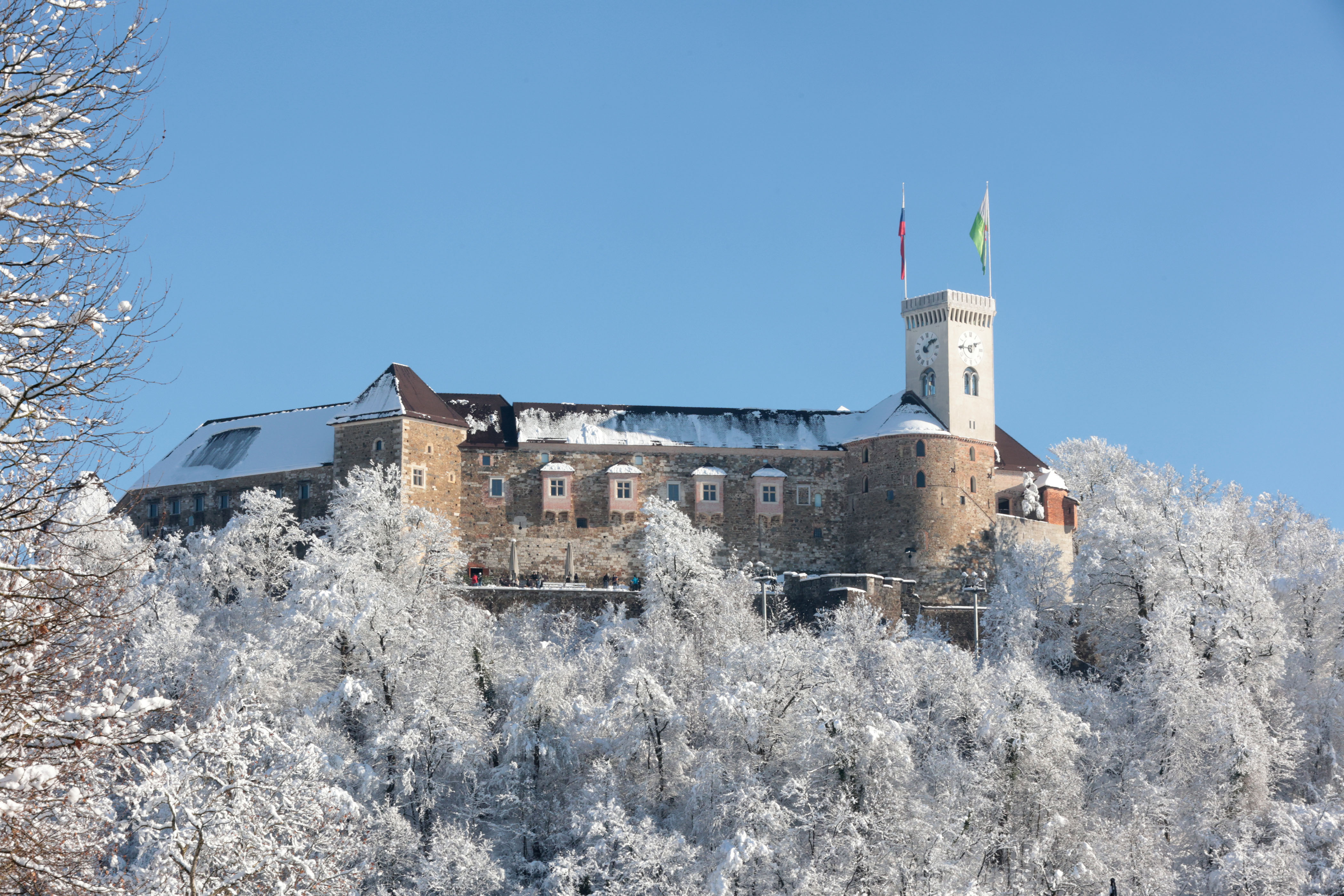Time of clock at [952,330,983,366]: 1:45
